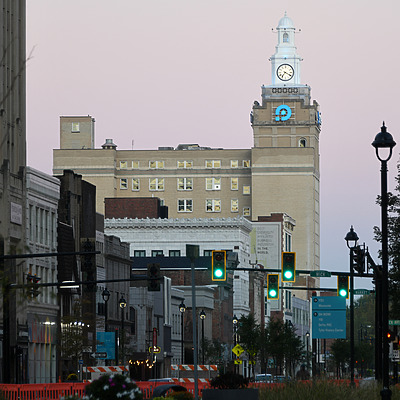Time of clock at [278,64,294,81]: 7:19
